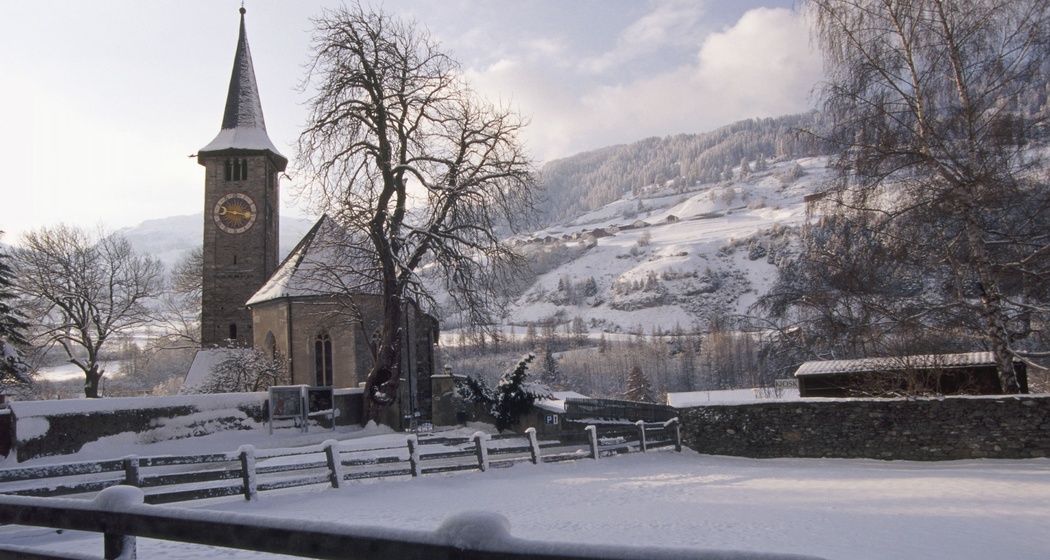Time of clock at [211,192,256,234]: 9:16
